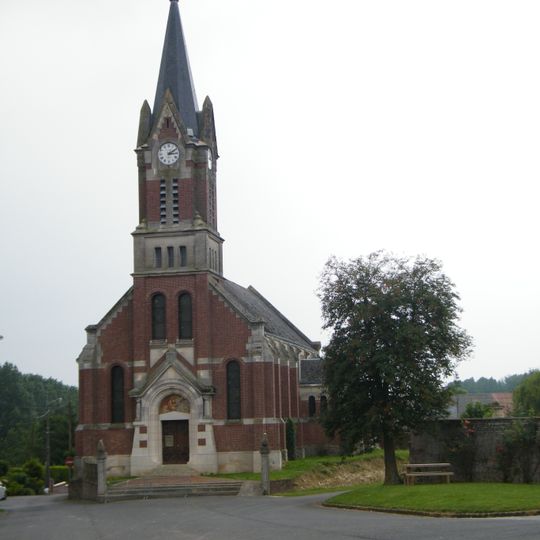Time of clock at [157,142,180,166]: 3:09
